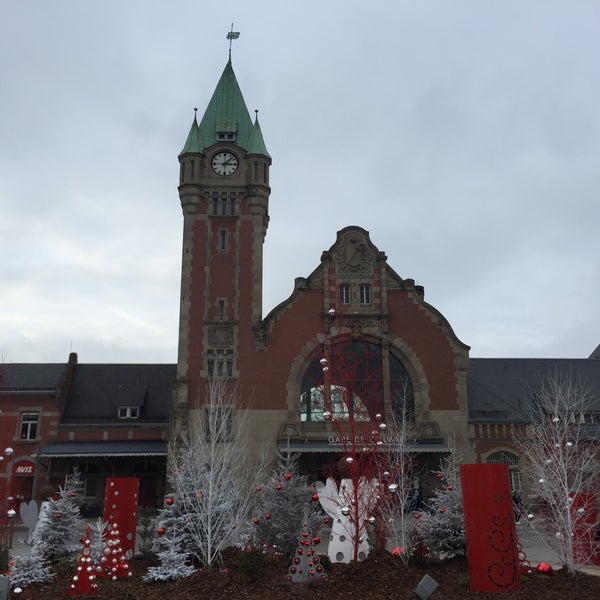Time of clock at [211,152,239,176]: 3:07
